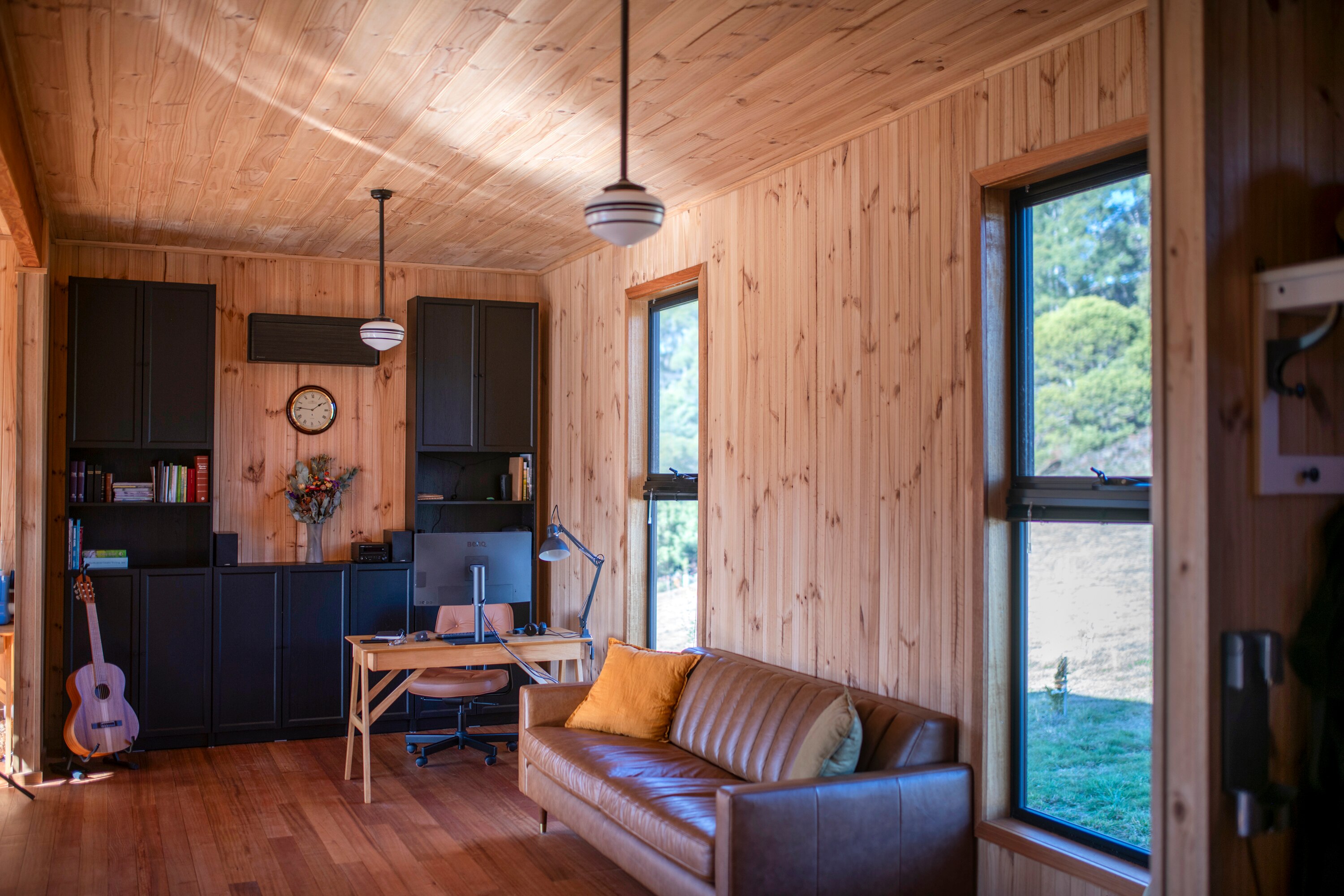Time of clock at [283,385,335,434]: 1:46
